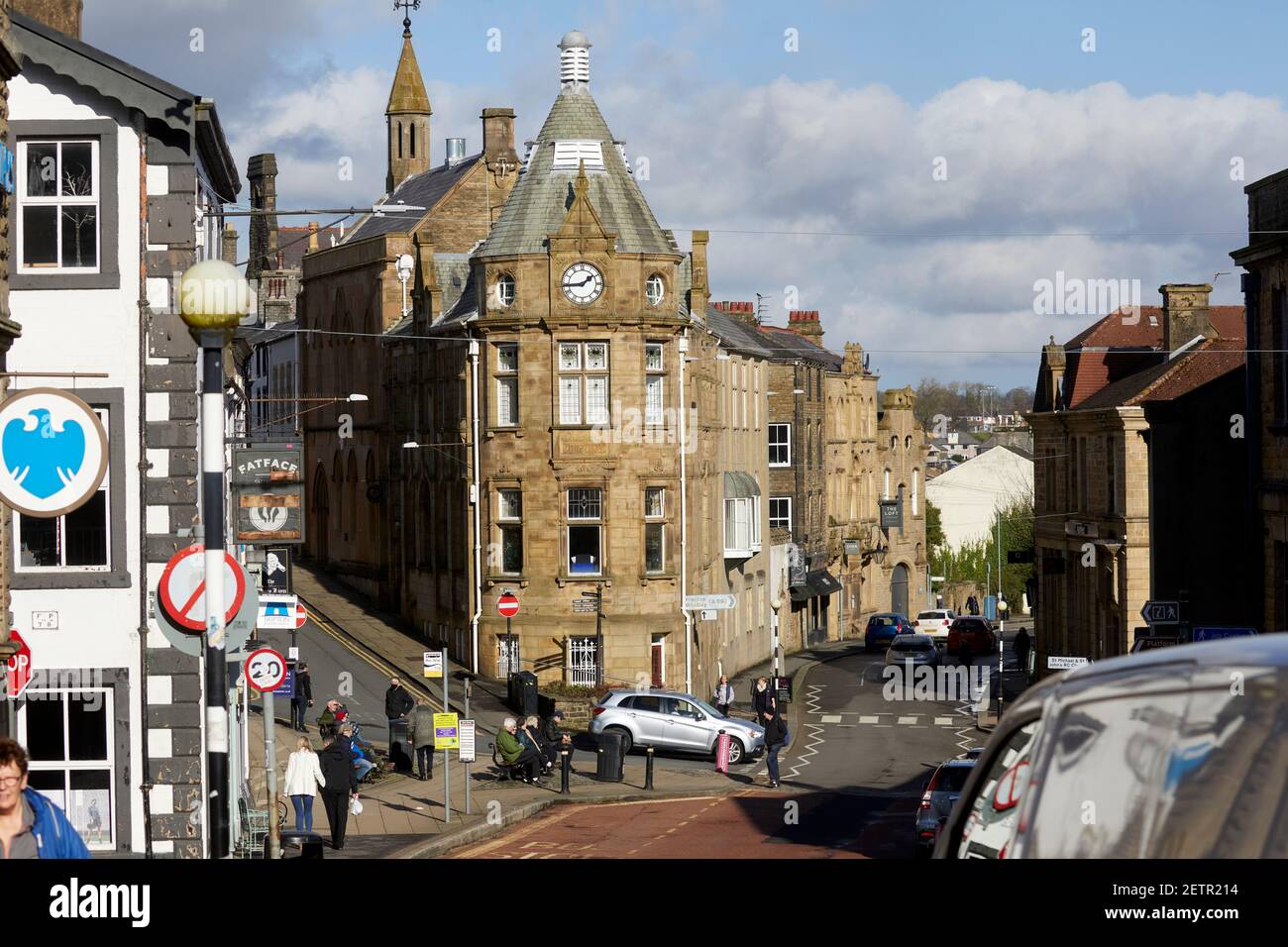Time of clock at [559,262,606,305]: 1:44
